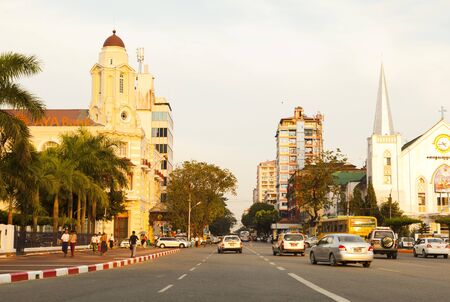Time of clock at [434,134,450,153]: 4:42
